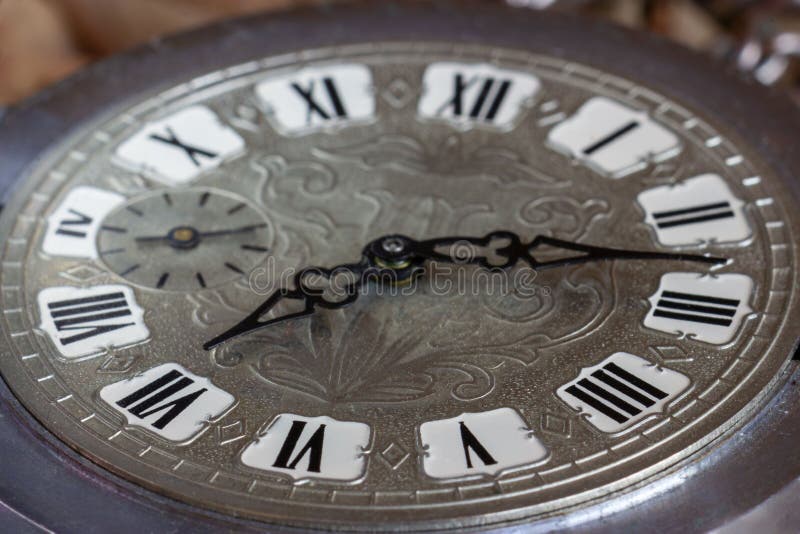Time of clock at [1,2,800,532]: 7:12
